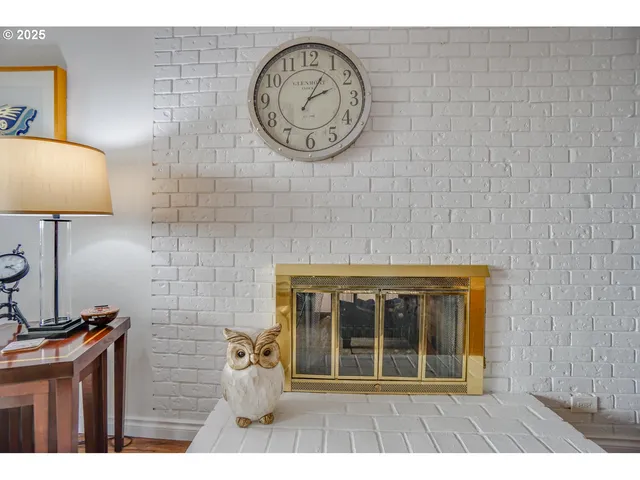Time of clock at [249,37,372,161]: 2:04
